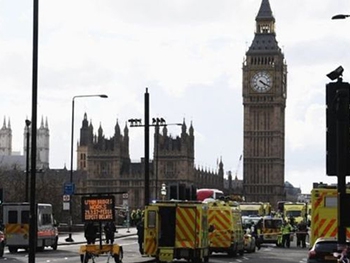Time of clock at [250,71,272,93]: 4:19
